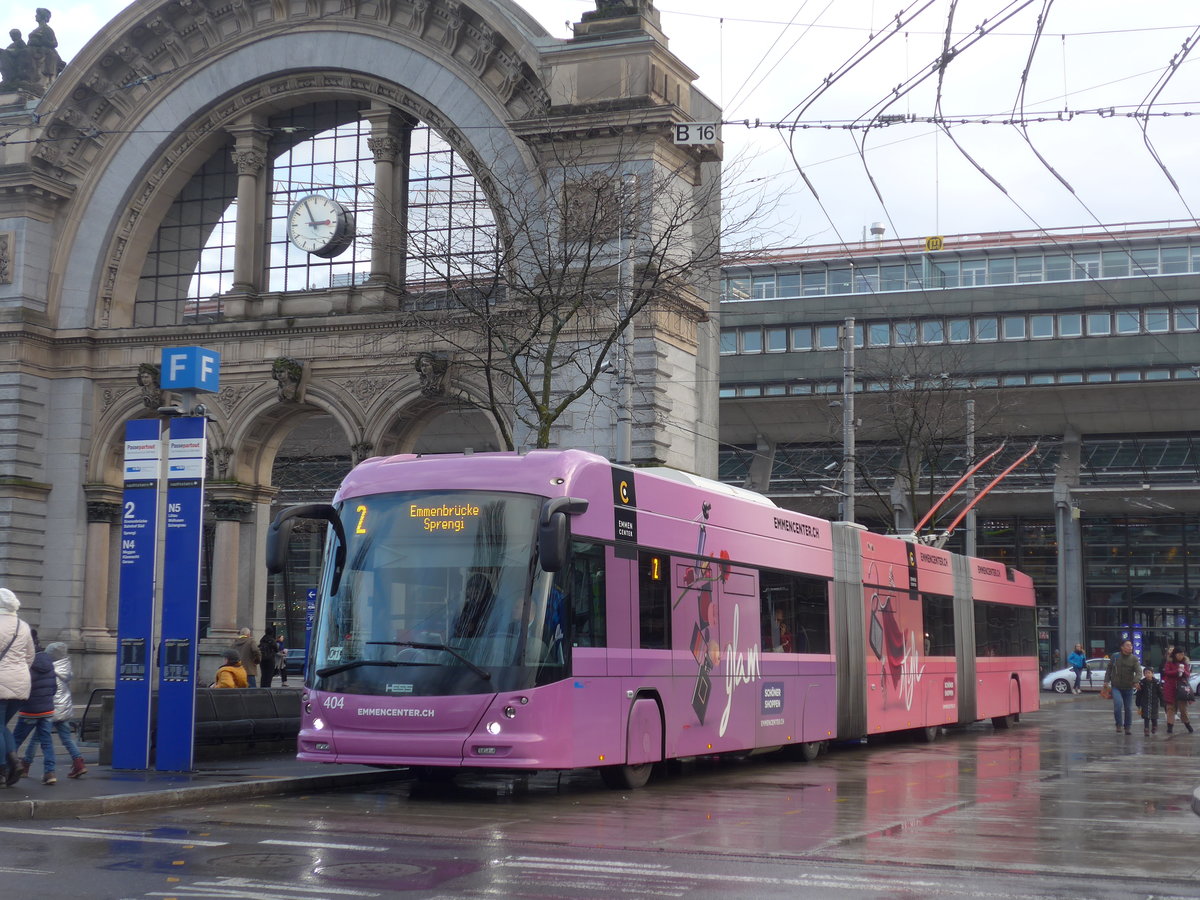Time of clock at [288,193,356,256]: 2:56
